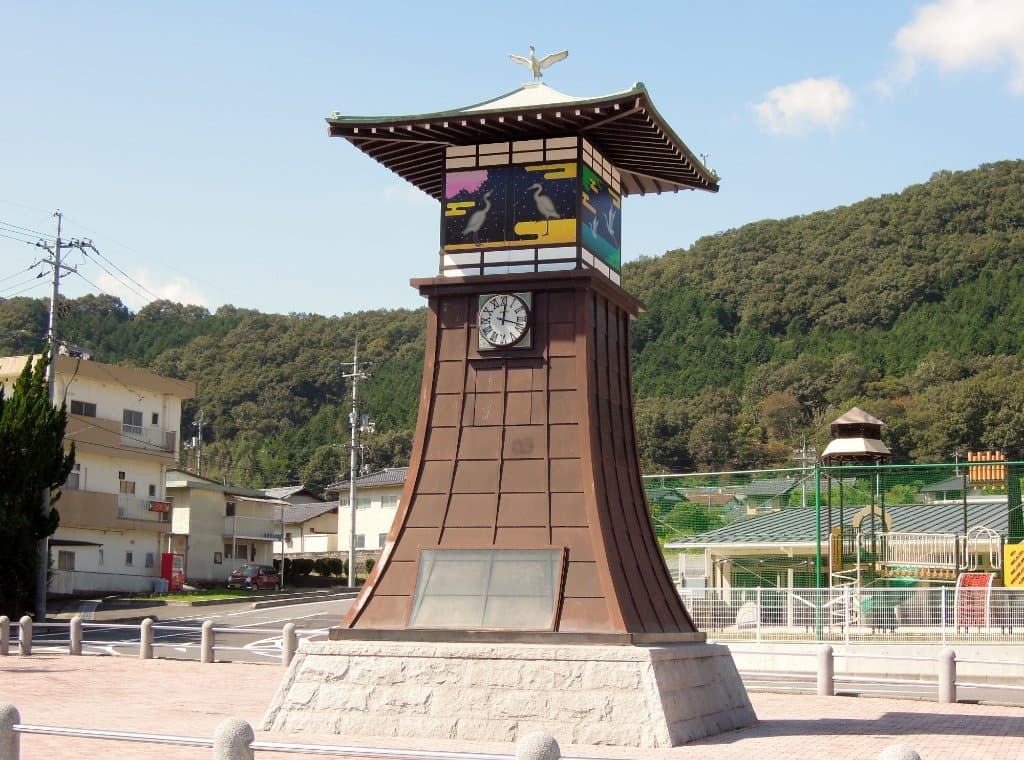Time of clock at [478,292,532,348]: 12:17
